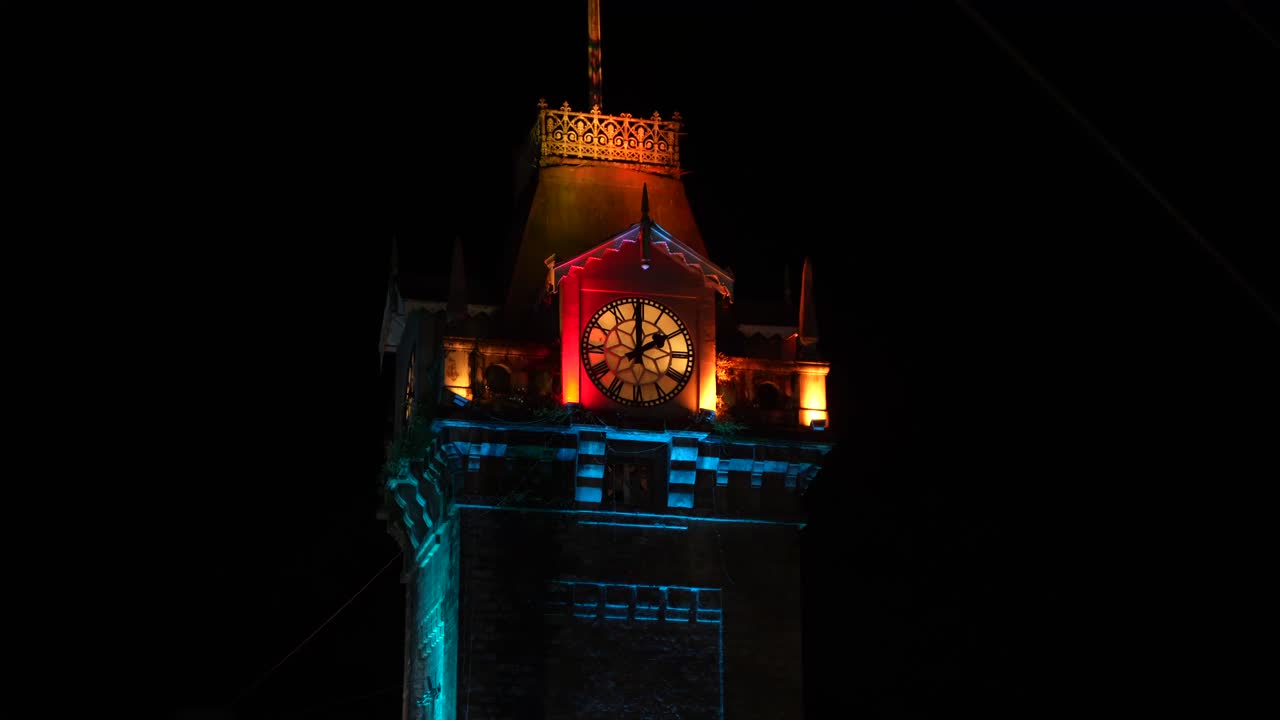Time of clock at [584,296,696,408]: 1:59
